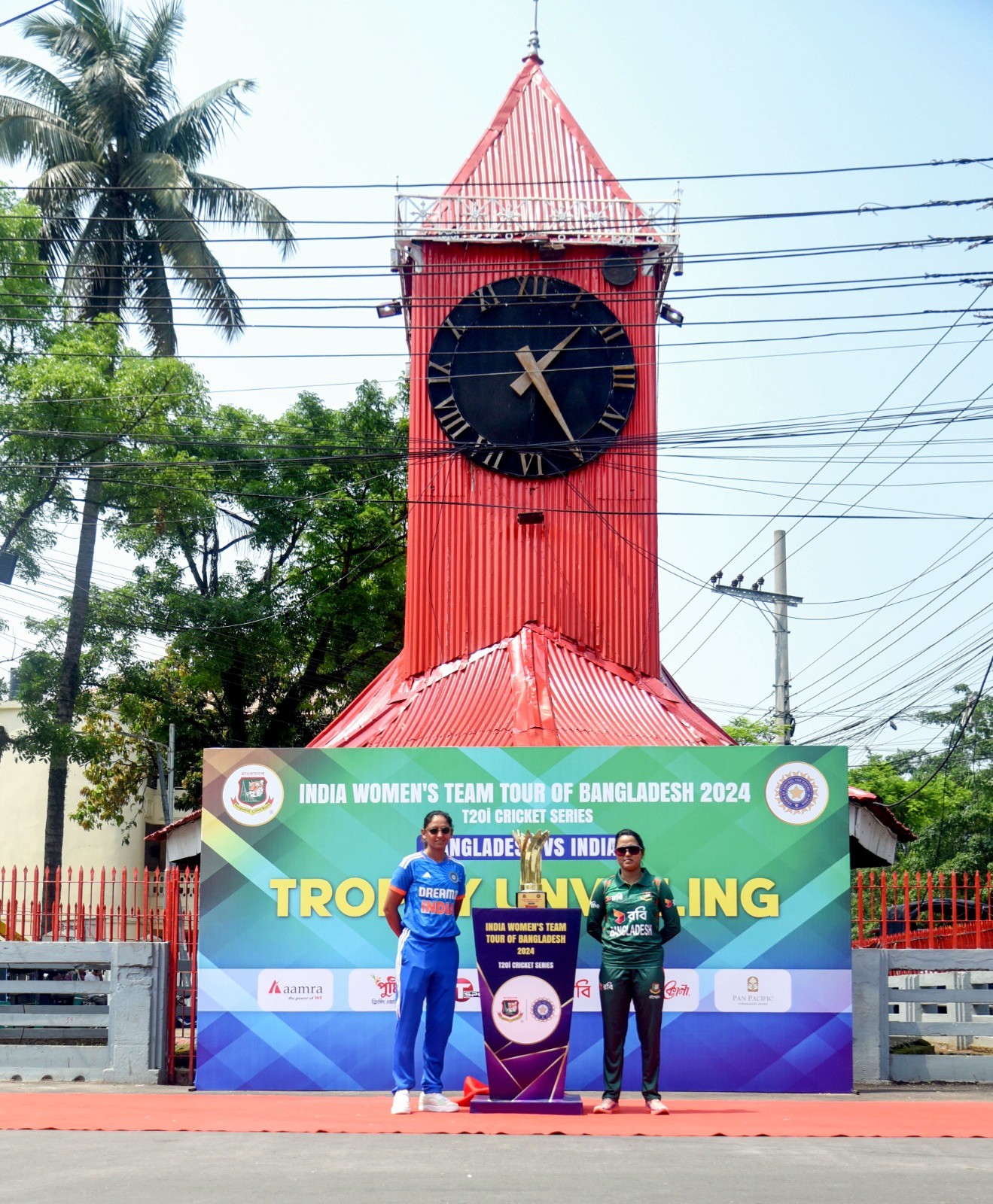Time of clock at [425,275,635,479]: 1:24
